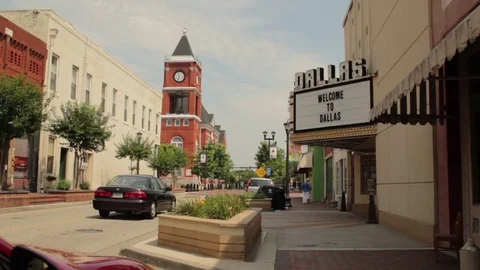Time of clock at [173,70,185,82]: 11:32
